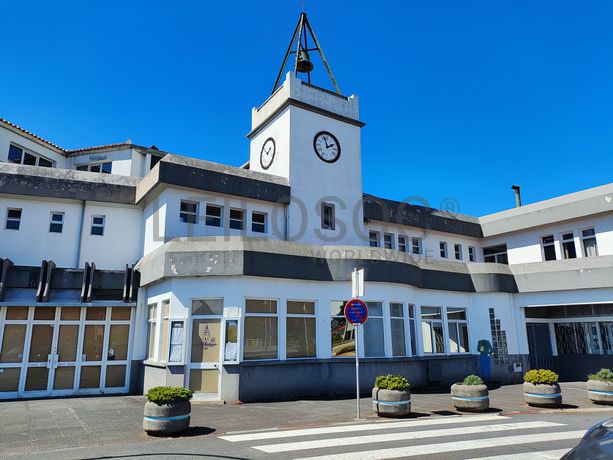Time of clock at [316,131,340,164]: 1:57
